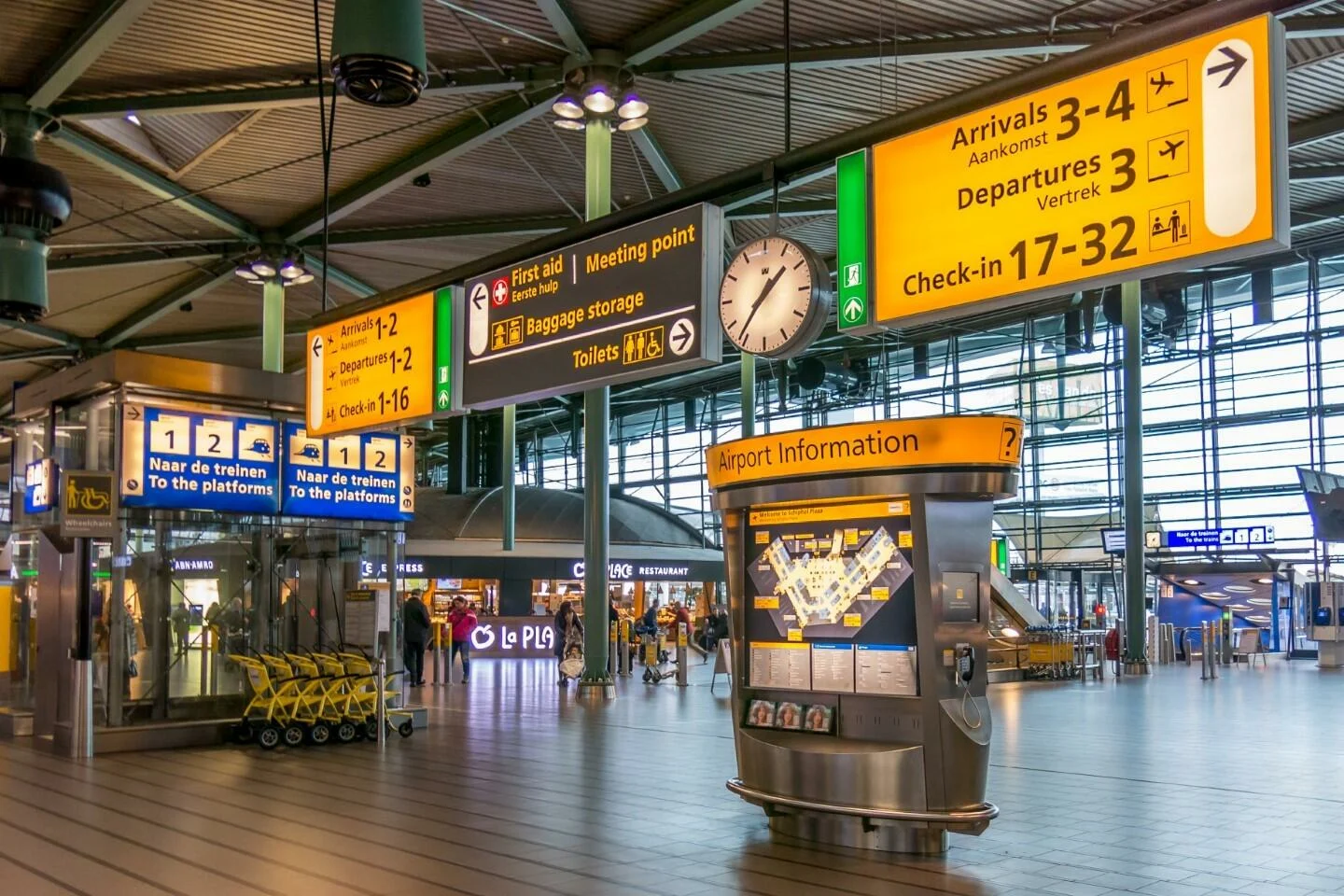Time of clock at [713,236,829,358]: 1:36
